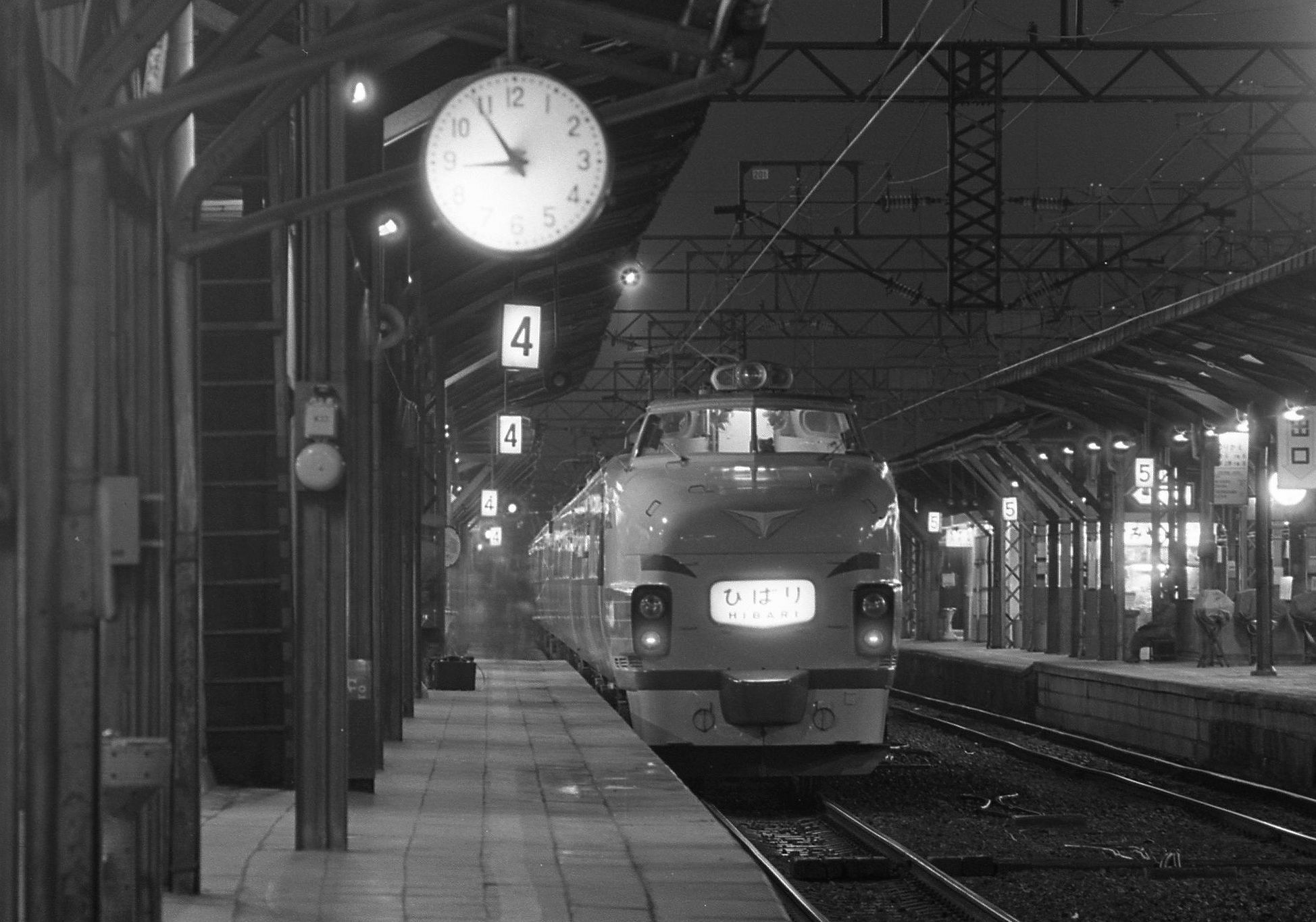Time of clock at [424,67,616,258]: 8:54
